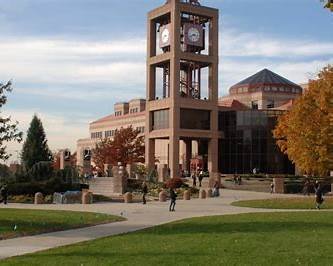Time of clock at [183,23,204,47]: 8:16
